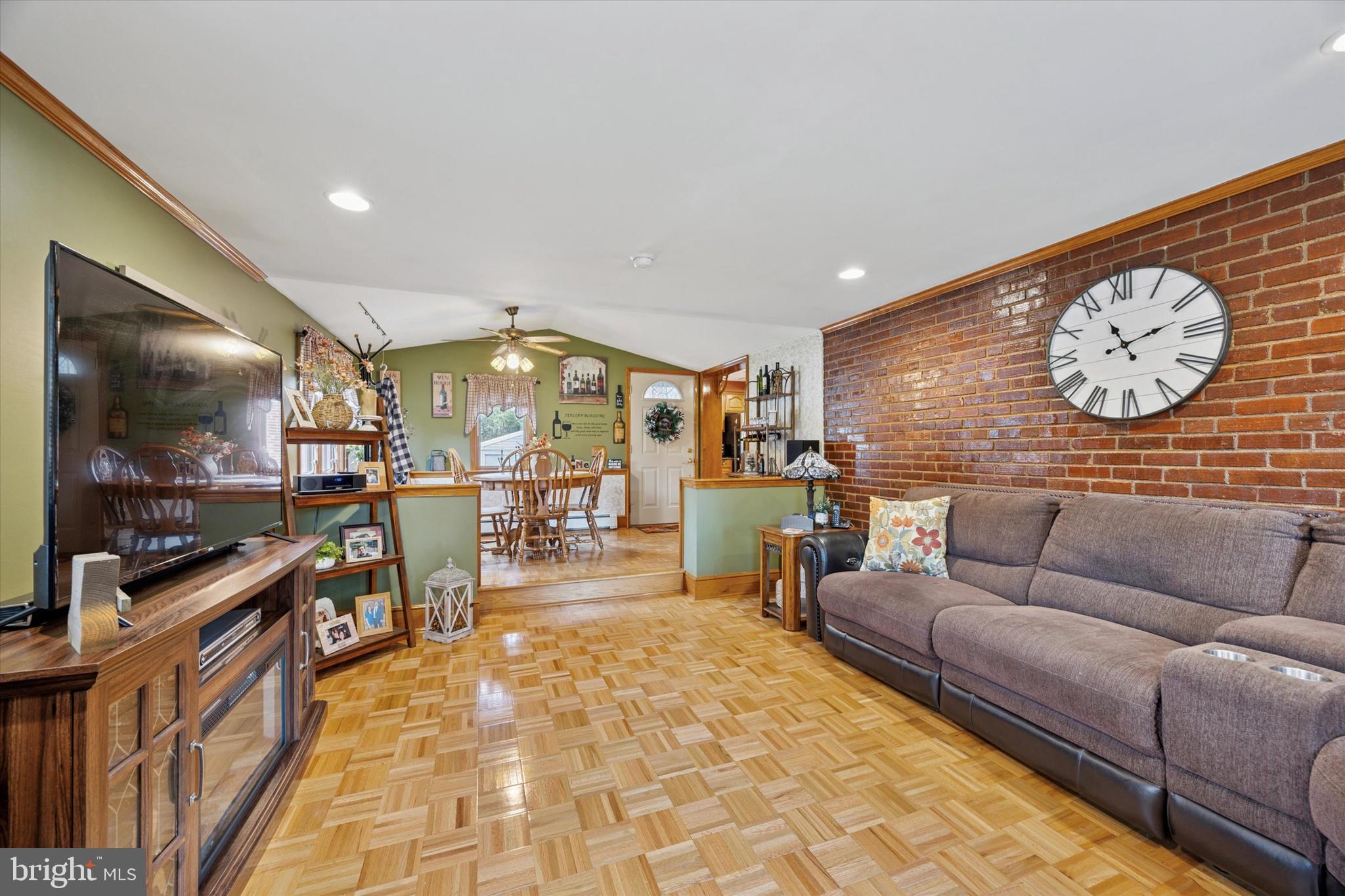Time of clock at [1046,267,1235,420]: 11:12
